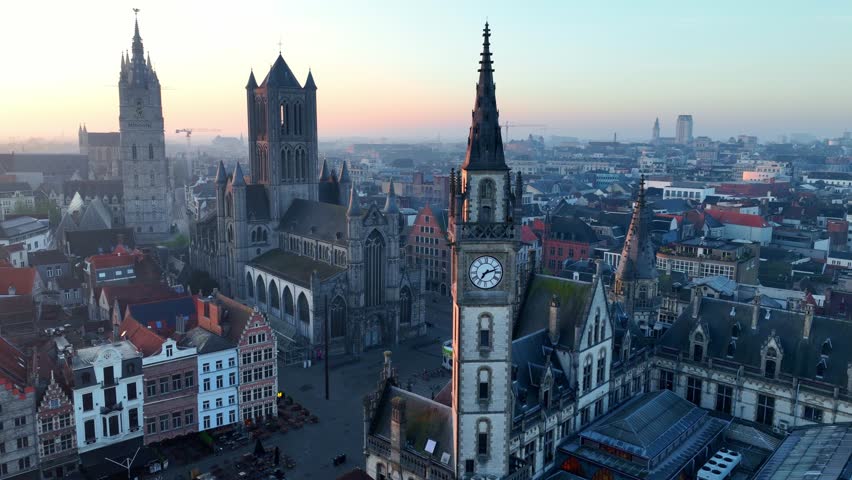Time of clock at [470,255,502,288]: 7:12
